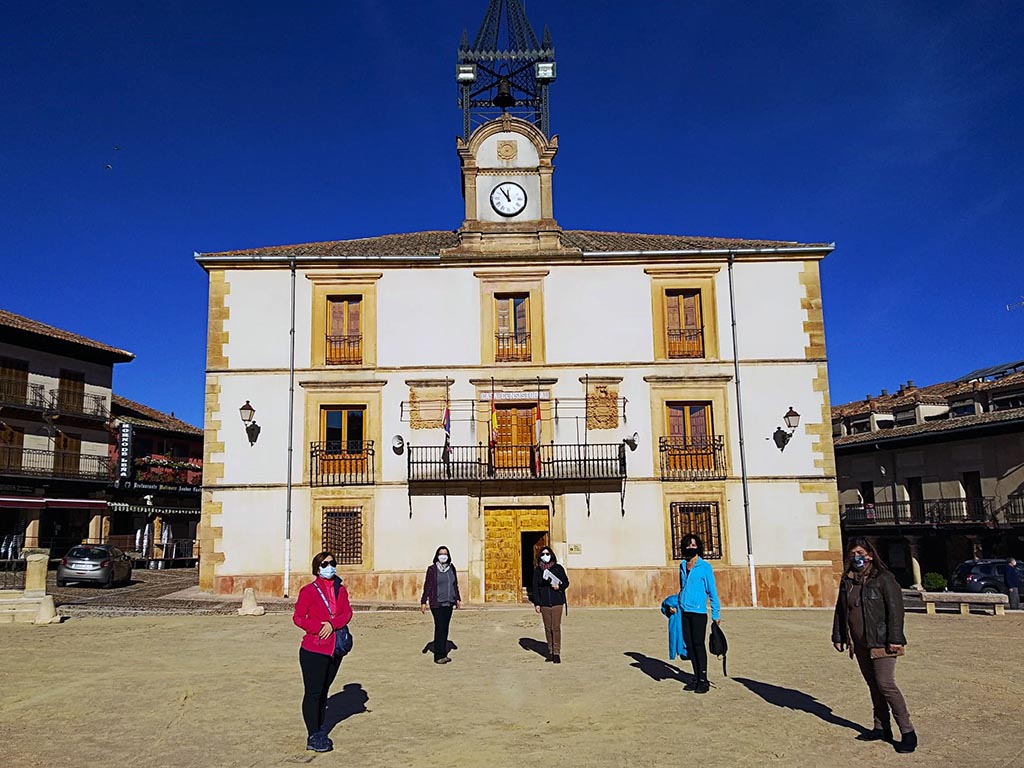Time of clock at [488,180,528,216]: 11:53
